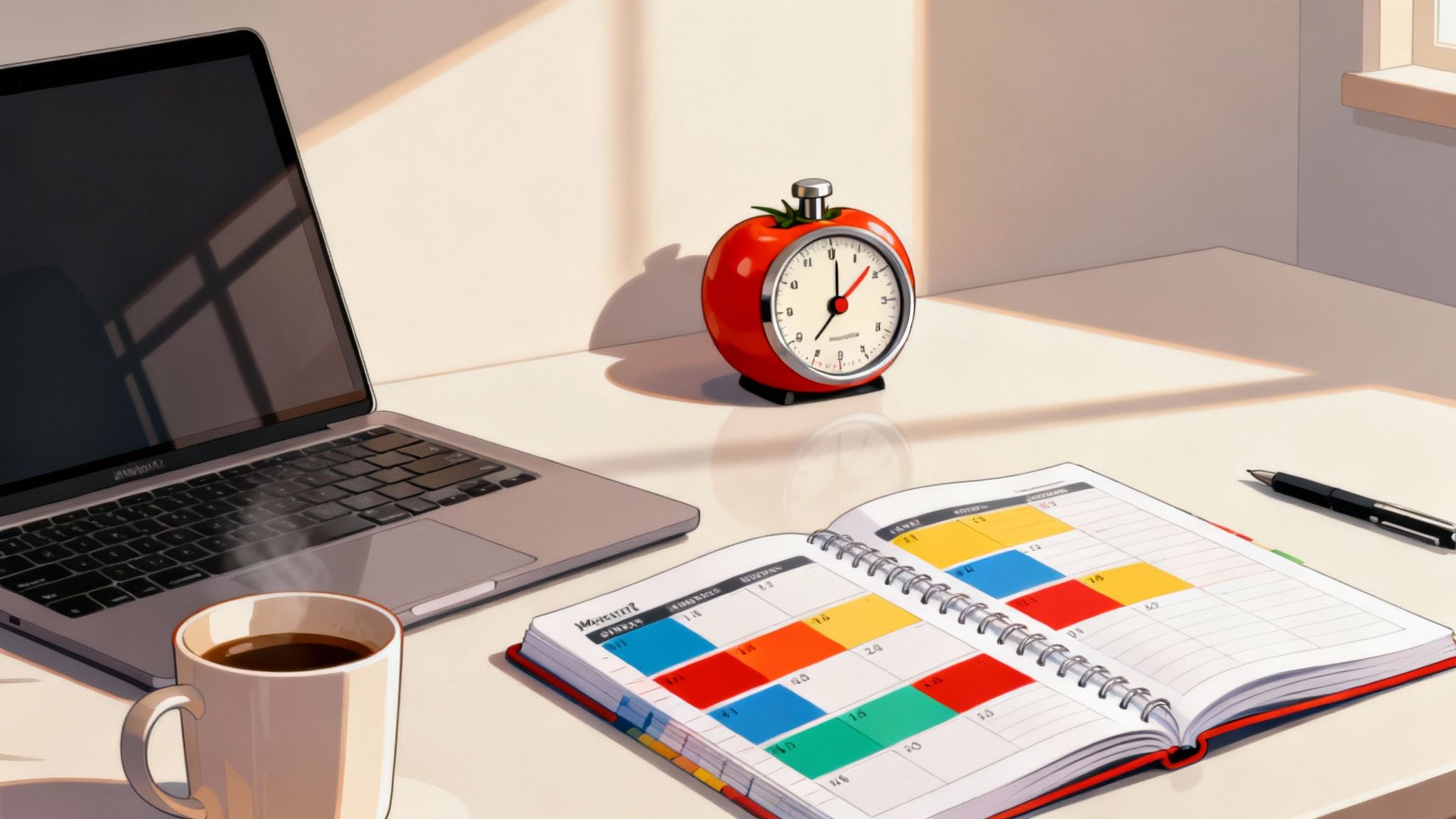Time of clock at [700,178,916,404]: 7:01
